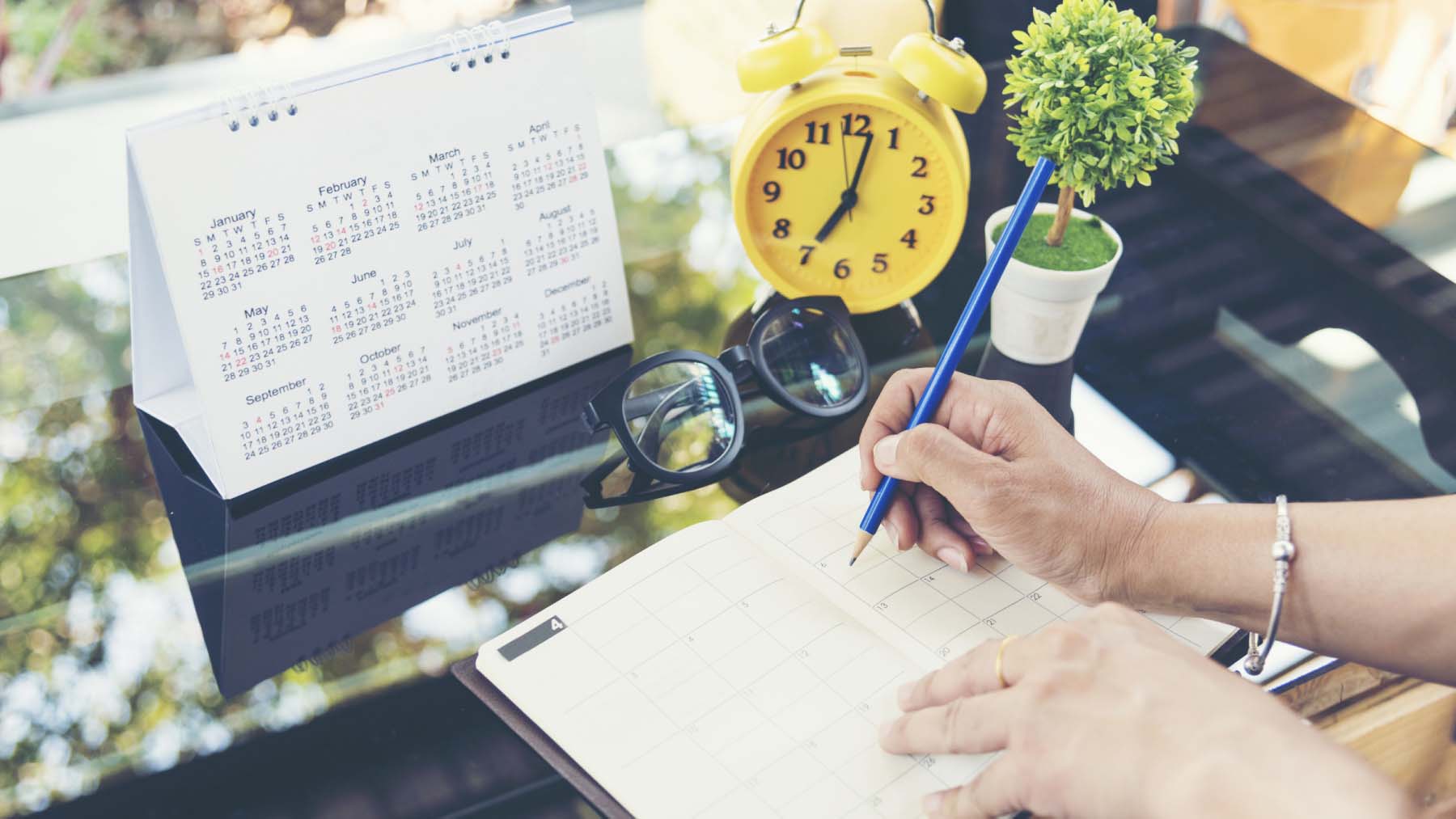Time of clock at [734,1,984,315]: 7:02
